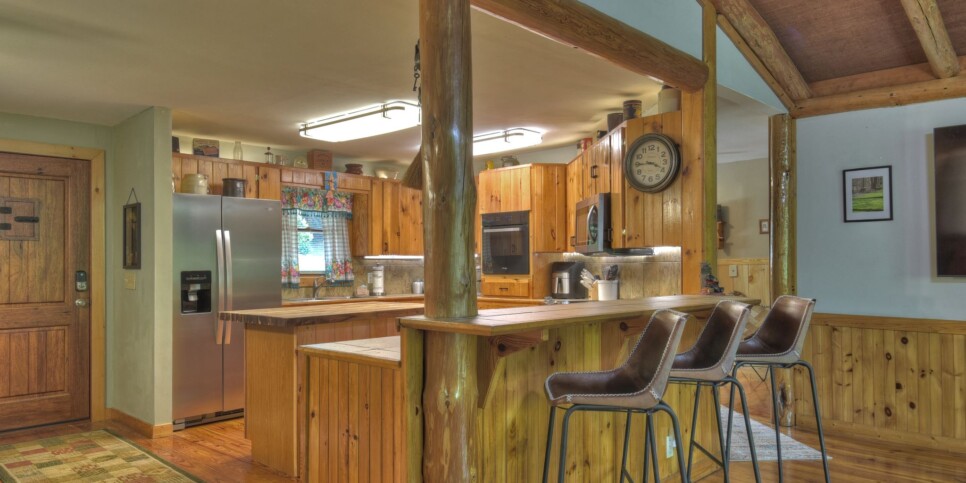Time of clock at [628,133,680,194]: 3:44
